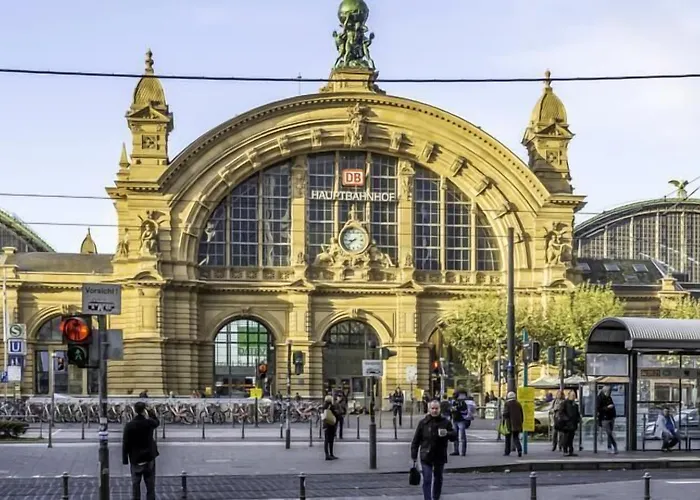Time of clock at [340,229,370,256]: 8:38
